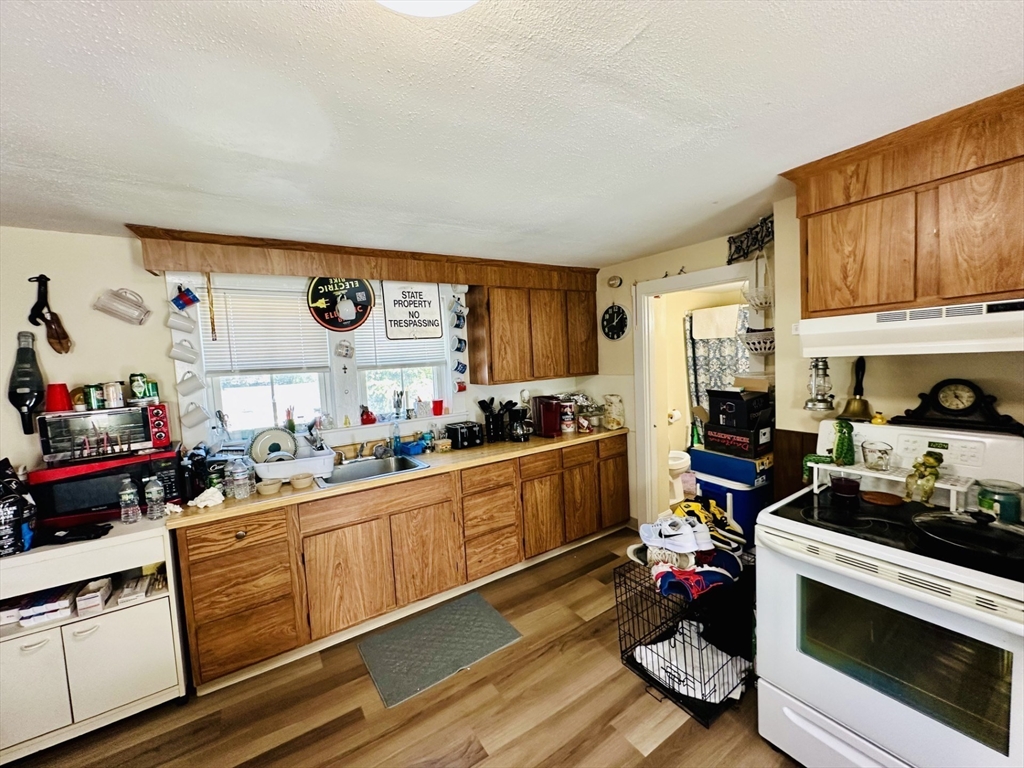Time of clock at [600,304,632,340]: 12:07
